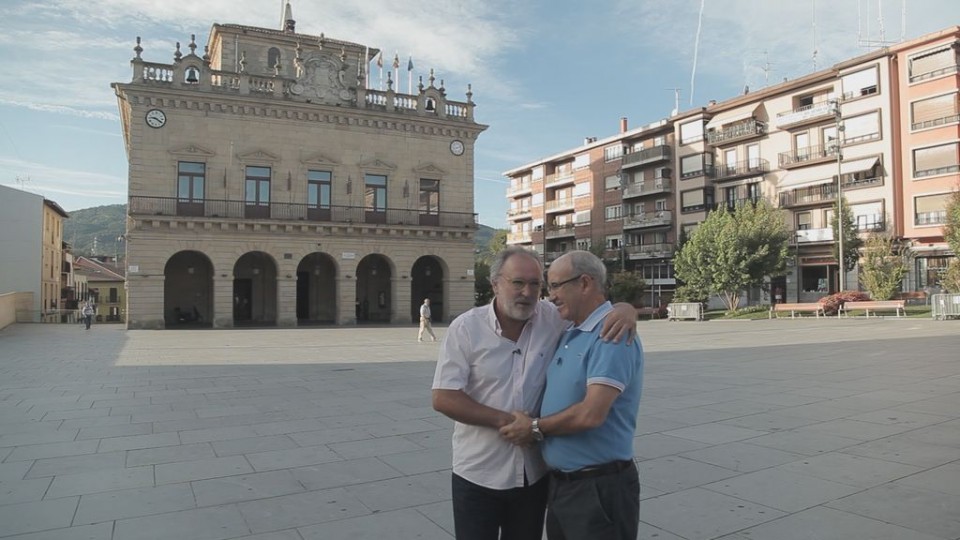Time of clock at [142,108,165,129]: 9:20
